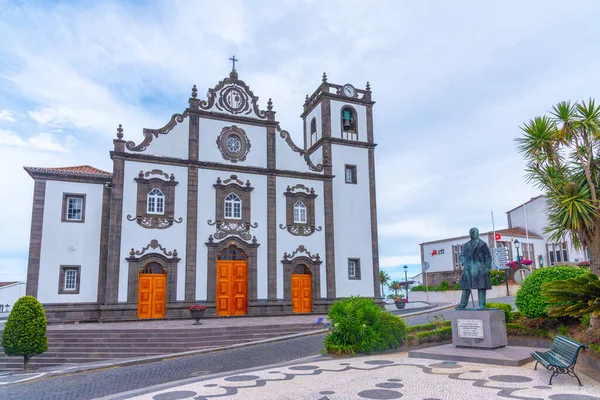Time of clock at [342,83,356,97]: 4:50
